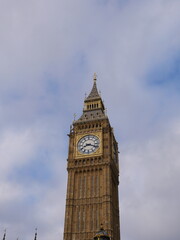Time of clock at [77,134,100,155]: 8:18
